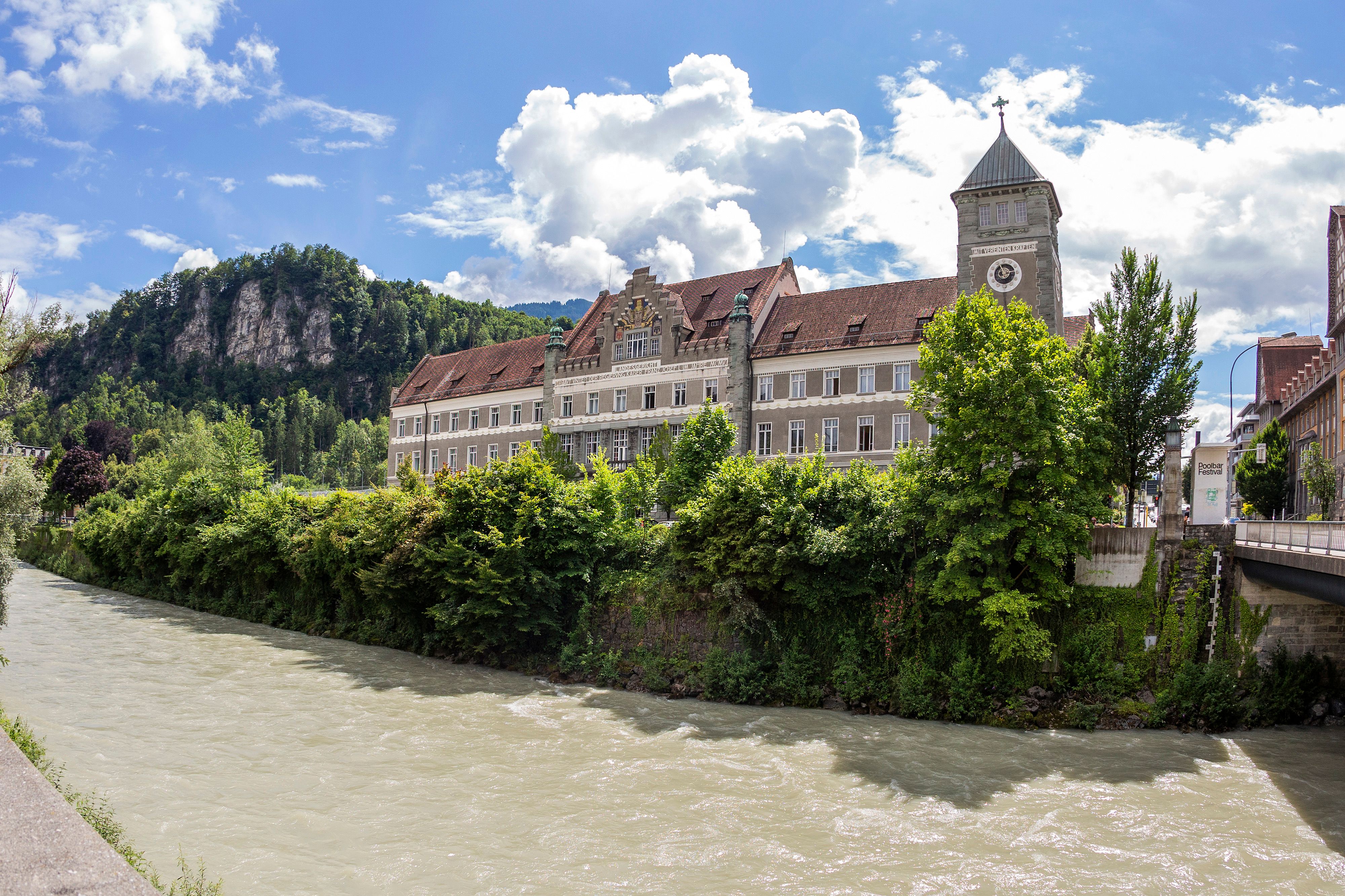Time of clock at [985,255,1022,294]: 11:13
